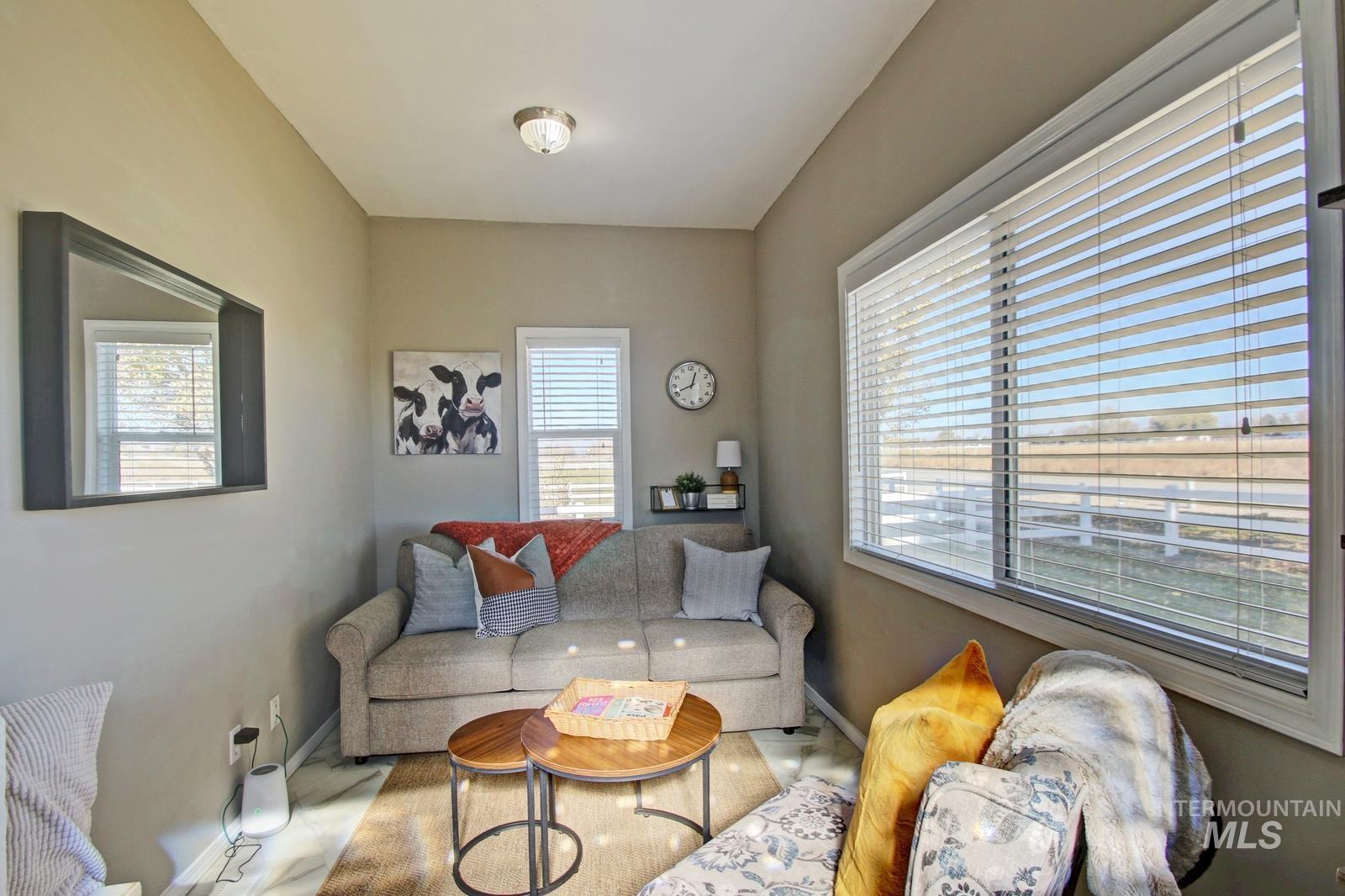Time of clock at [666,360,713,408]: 12:41
